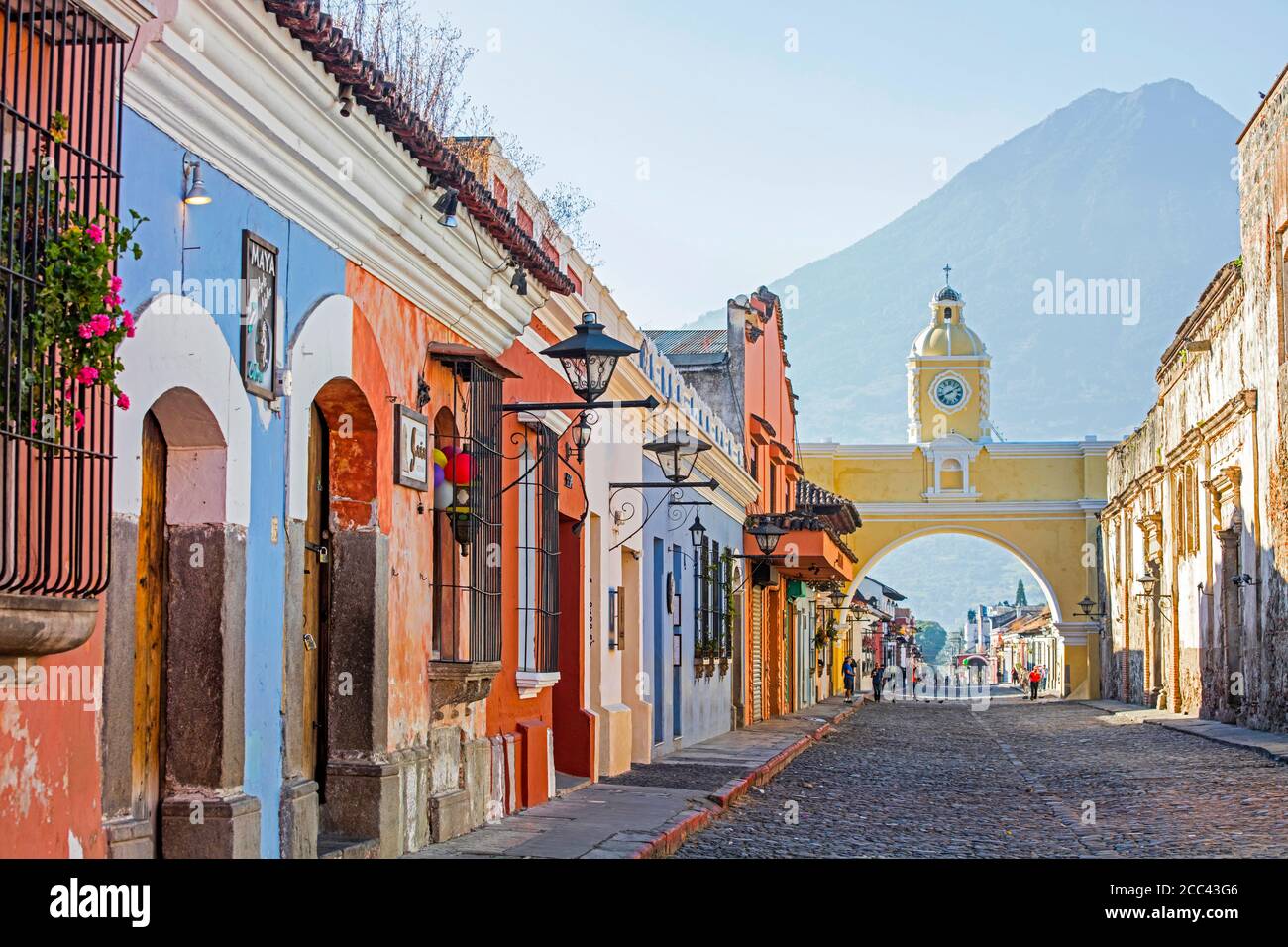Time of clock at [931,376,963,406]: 8:09
